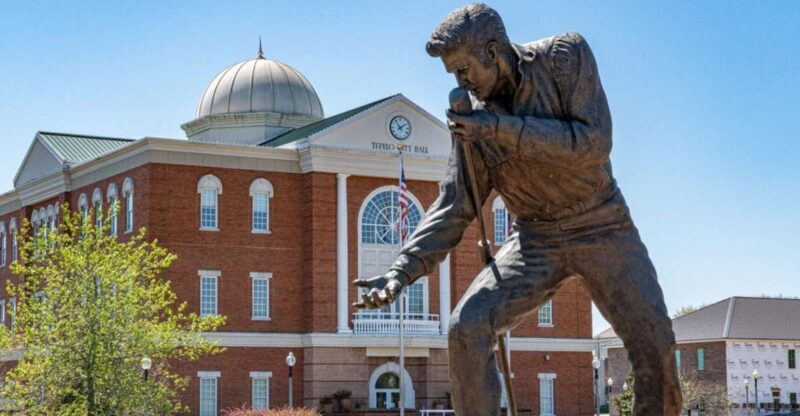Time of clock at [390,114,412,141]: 1:53
